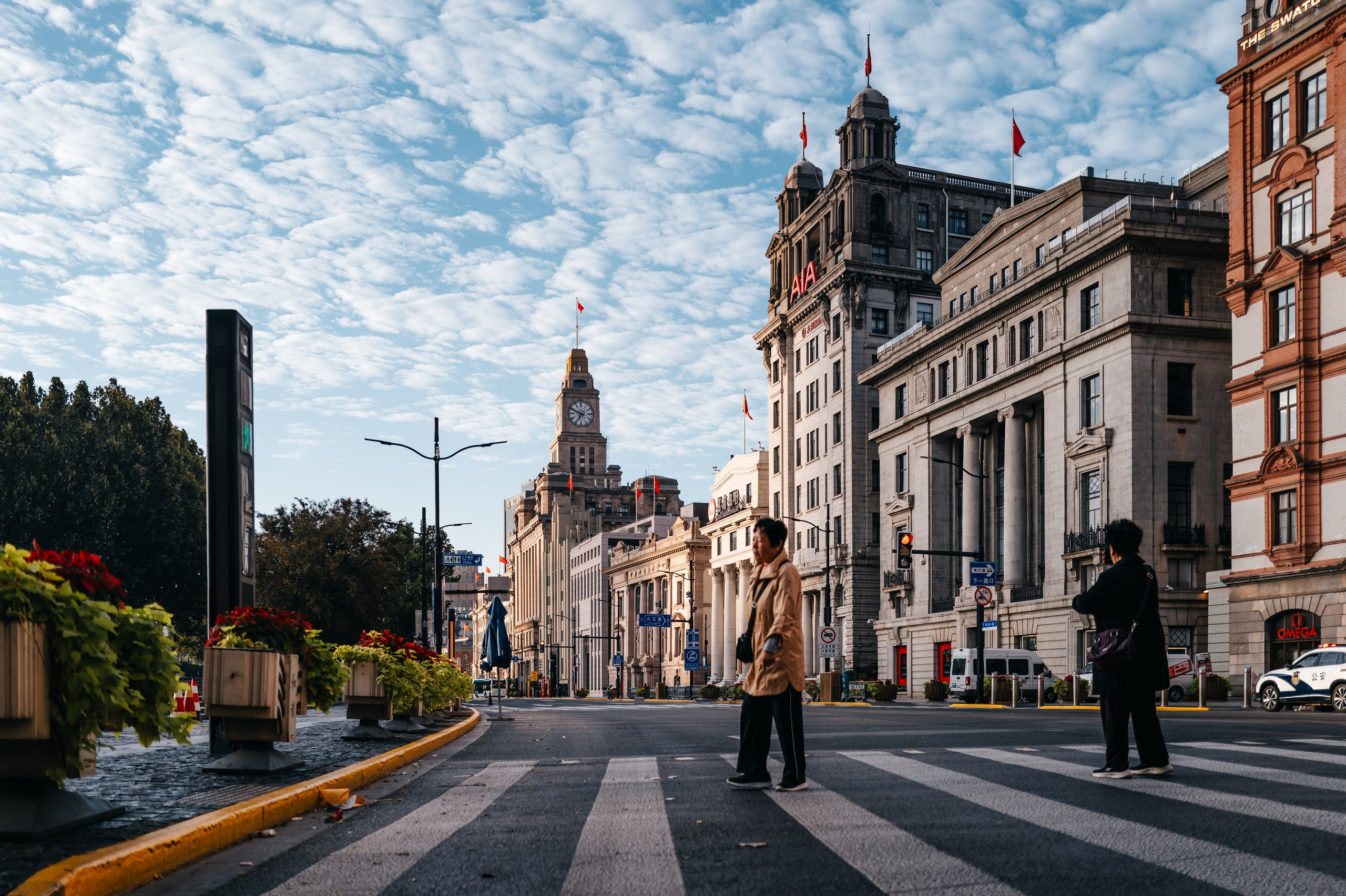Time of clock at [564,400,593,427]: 6:48
